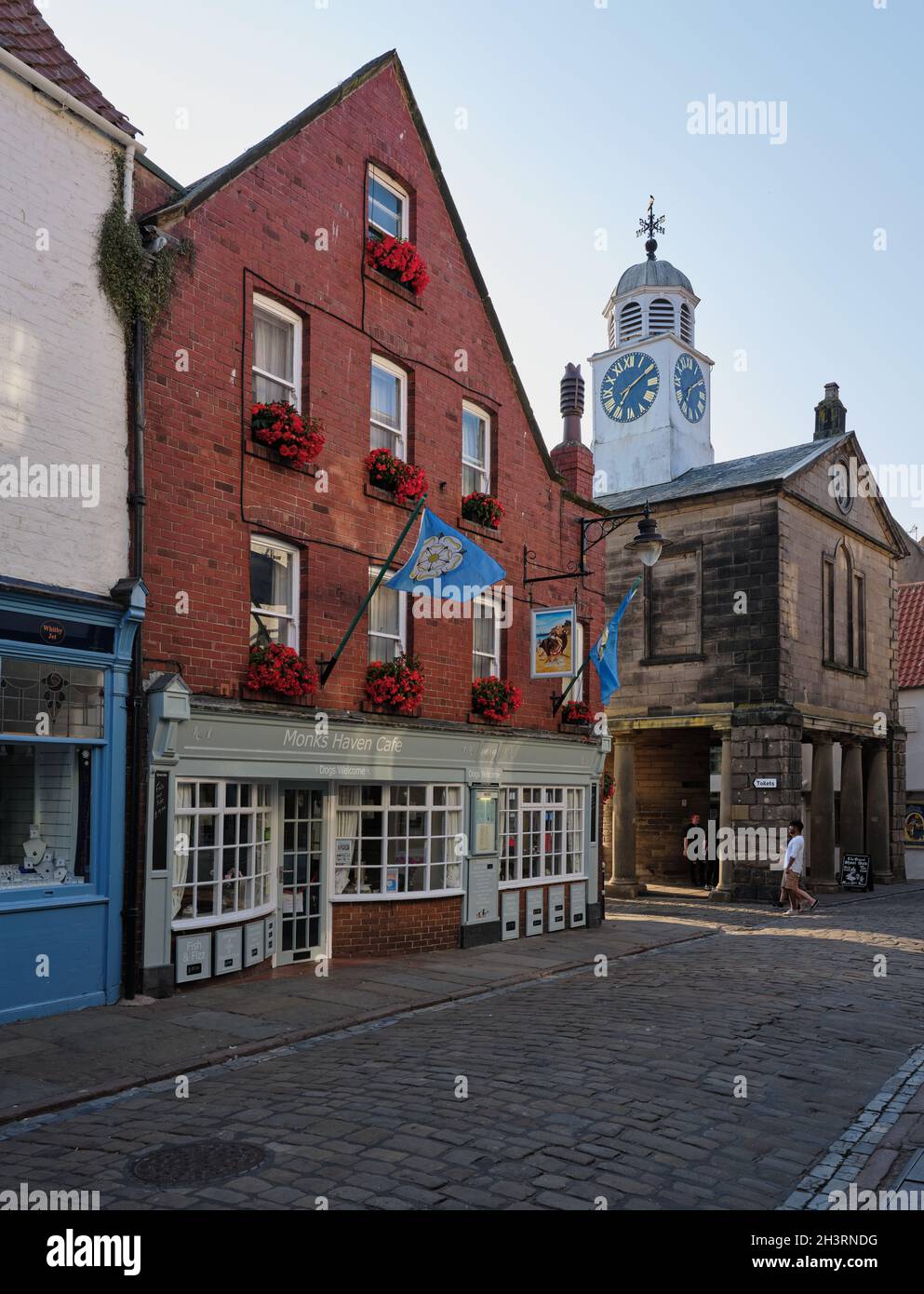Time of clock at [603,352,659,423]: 7:09
